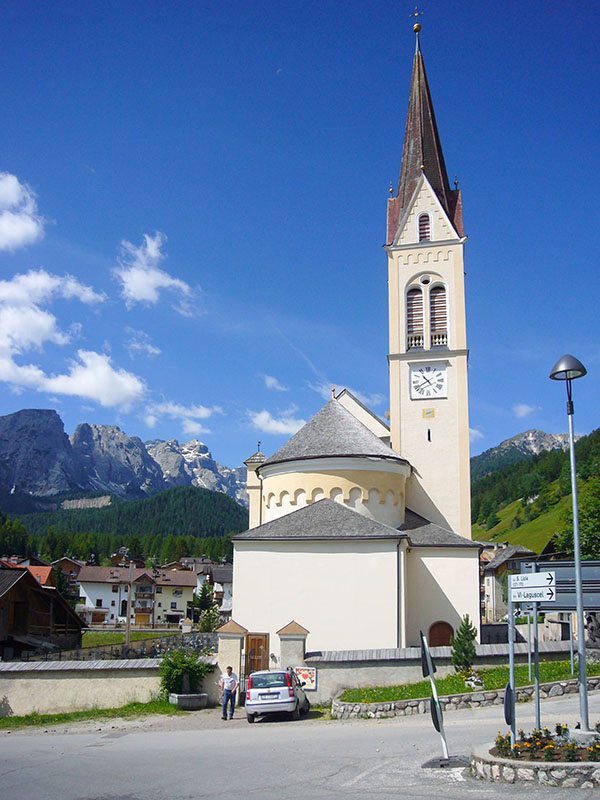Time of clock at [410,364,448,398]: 10:39
